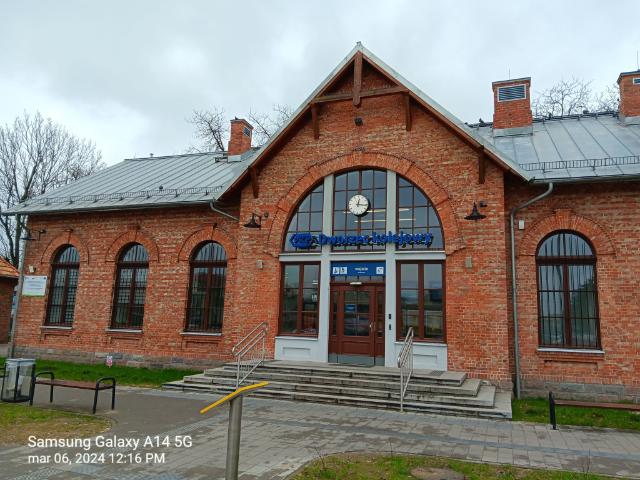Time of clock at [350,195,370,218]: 12:15
